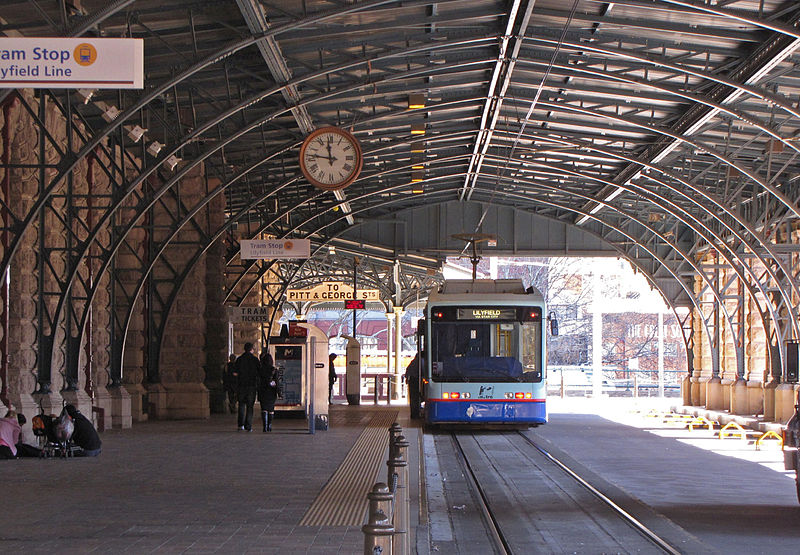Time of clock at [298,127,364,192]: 11:46
